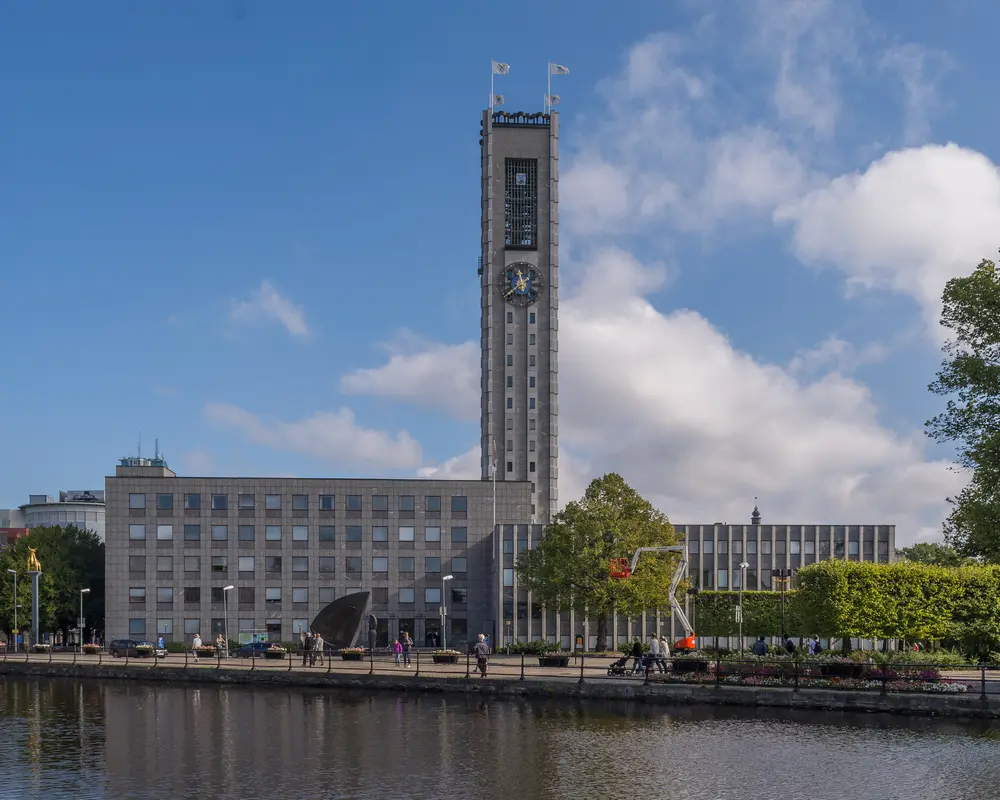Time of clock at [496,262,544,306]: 11:38
